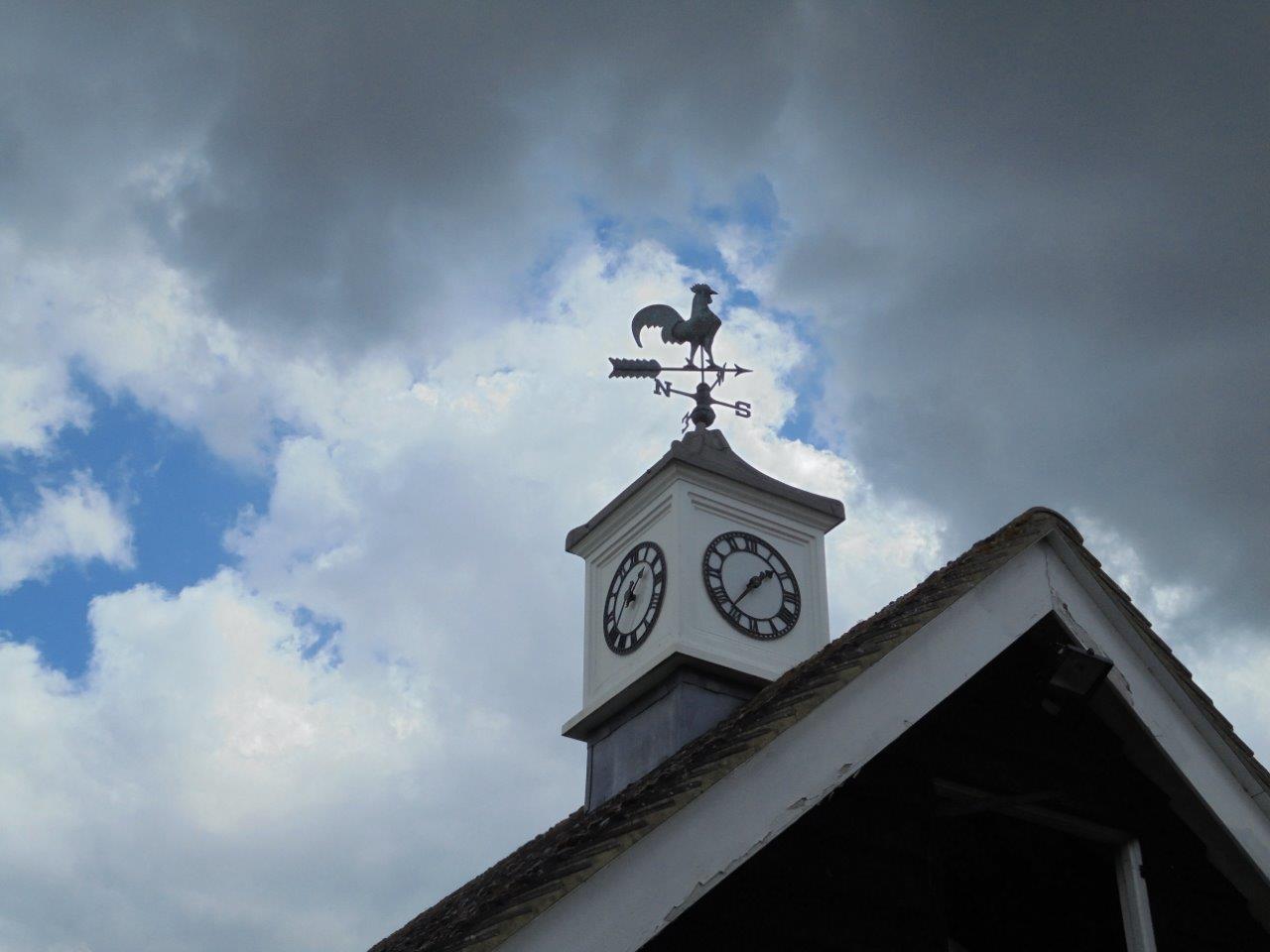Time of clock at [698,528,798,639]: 1:36
